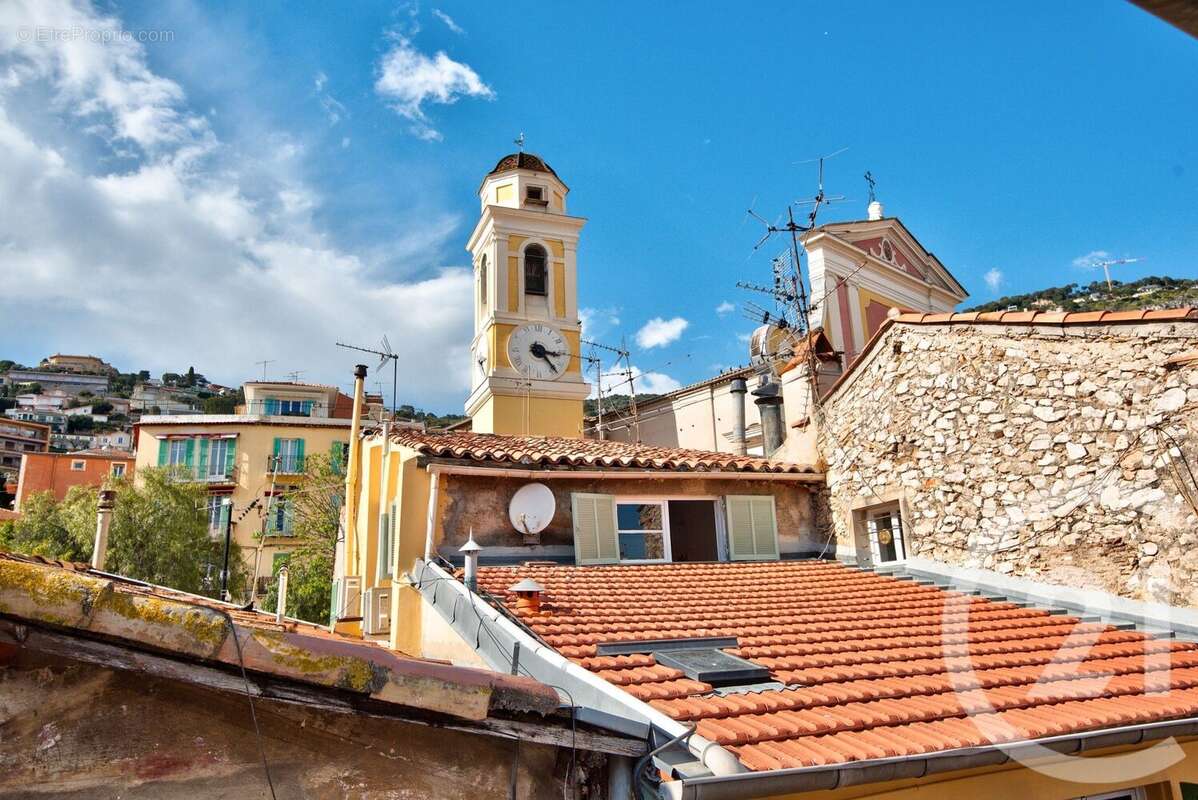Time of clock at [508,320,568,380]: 3:23
